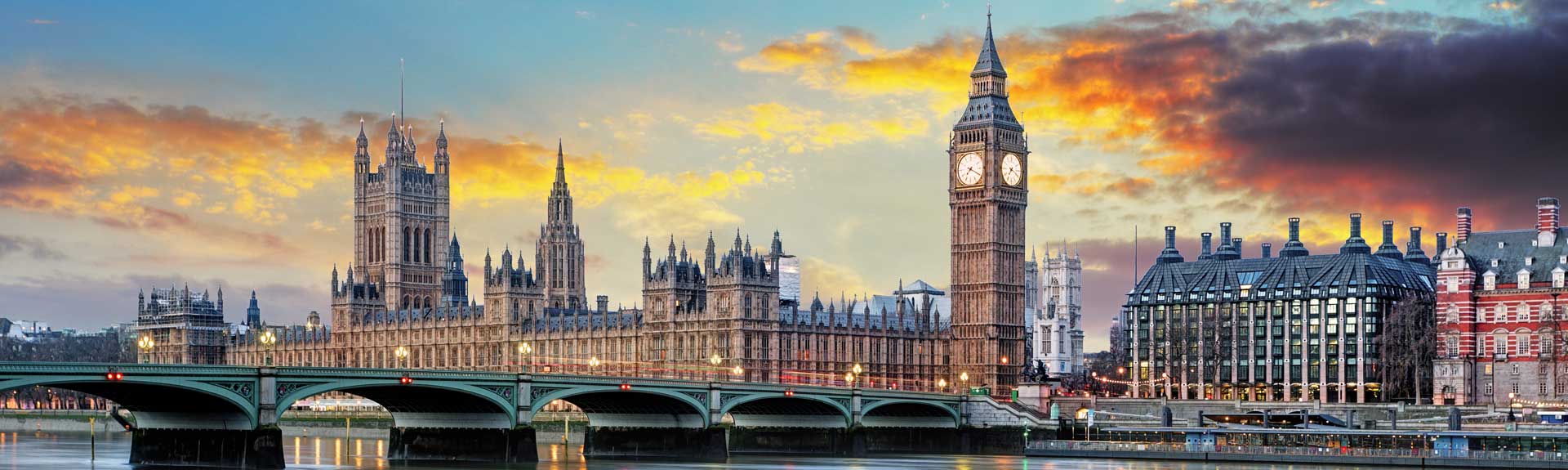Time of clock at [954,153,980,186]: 7:19
